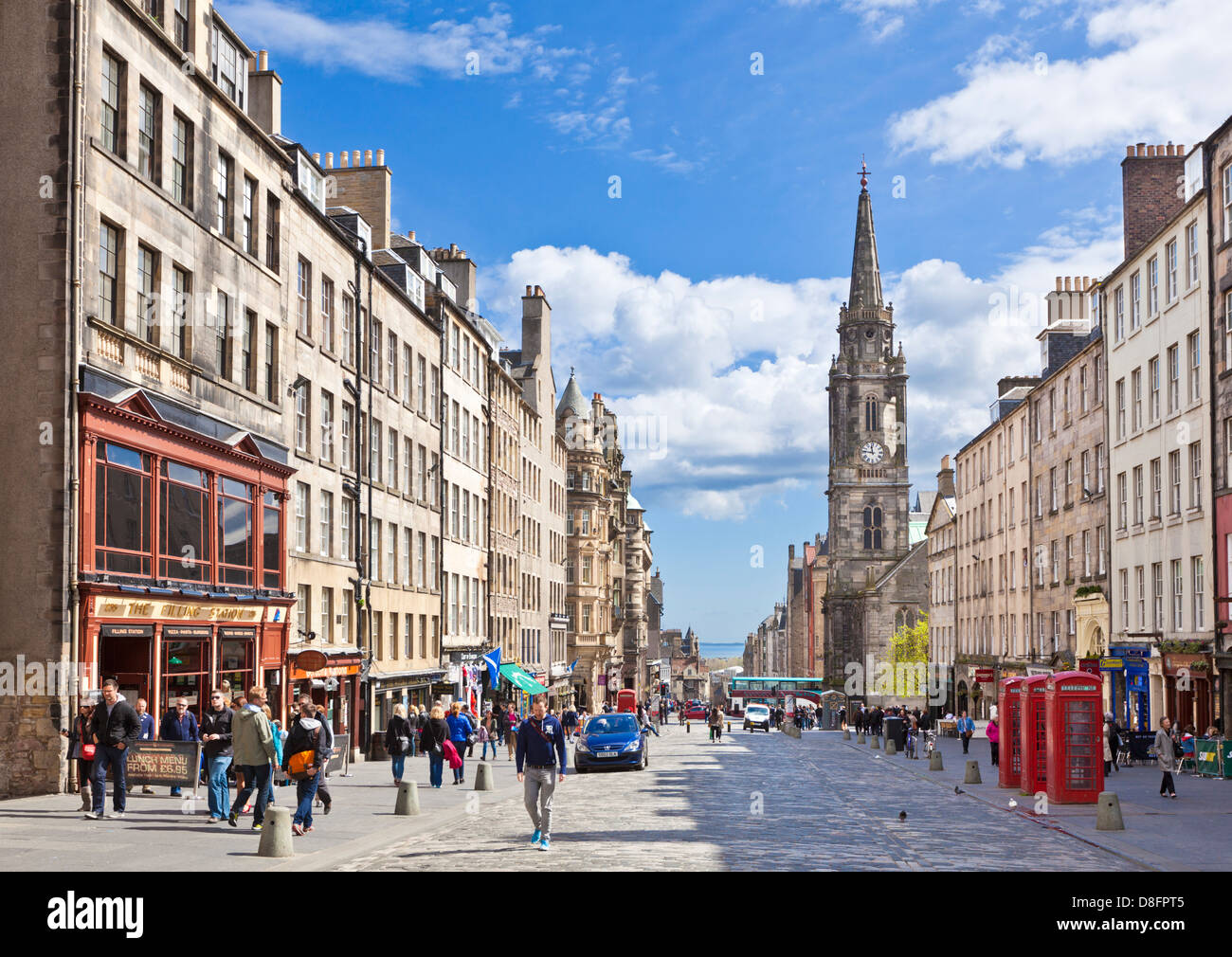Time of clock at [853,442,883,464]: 11:46
